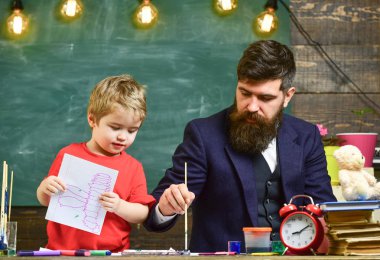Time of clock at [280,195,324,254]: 8:09
